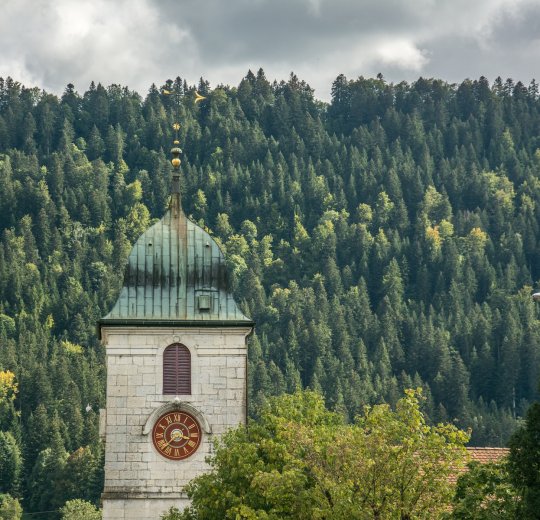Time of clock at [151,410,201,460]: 3:37
